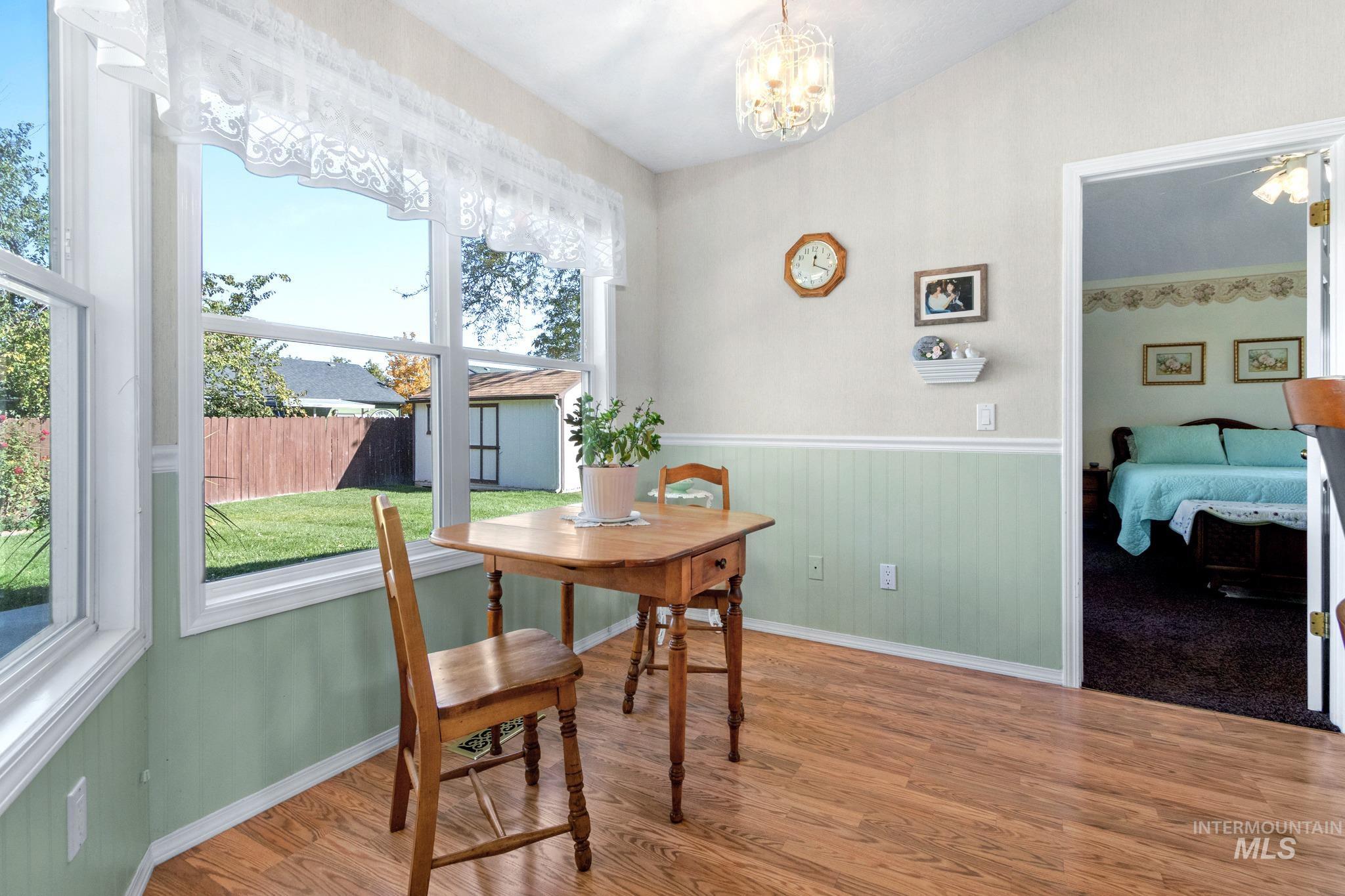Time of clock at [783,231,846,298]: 12:18
